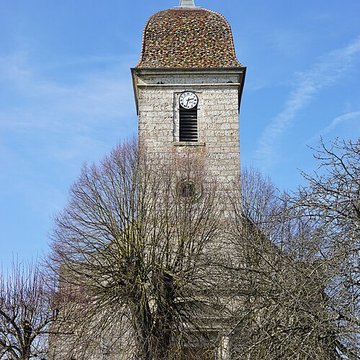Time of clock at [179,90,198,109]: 2:33
